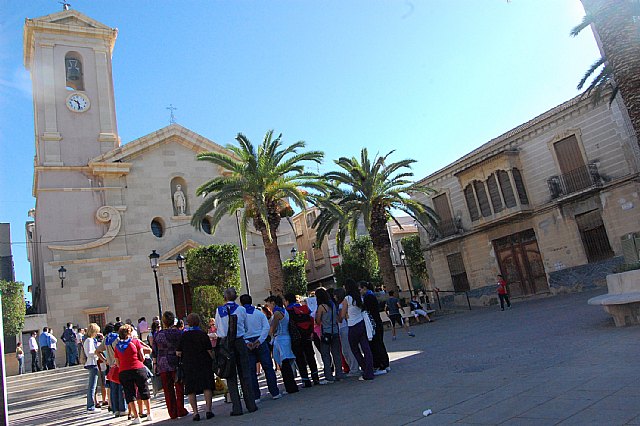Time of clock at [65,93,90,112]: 10:28
